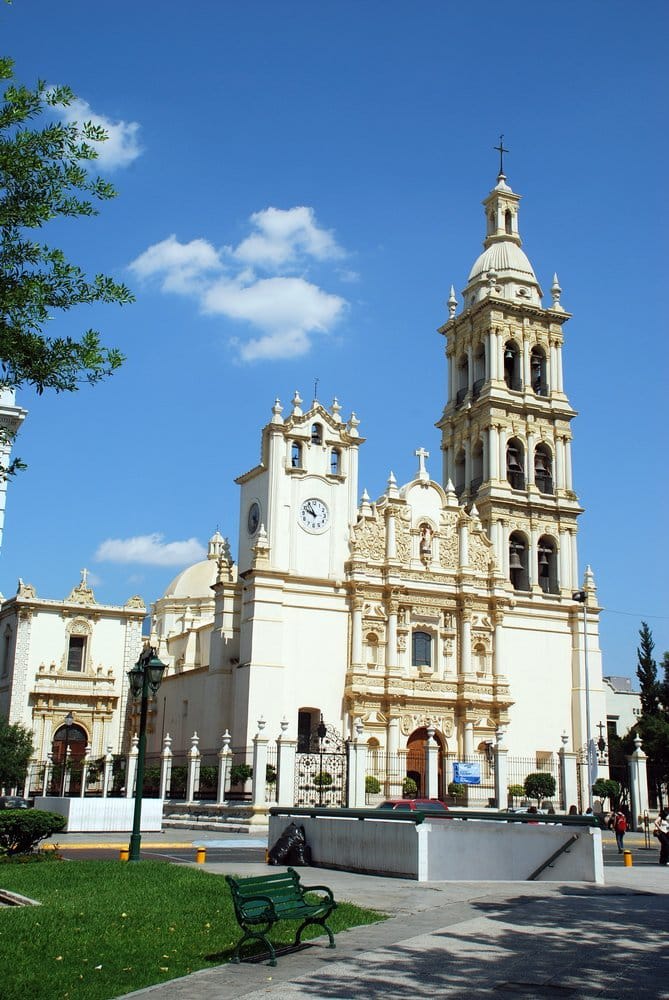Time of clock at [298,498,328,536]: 9:55
